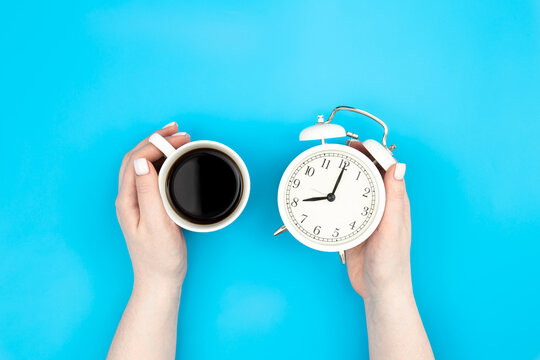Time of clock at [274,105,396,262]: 8:00
